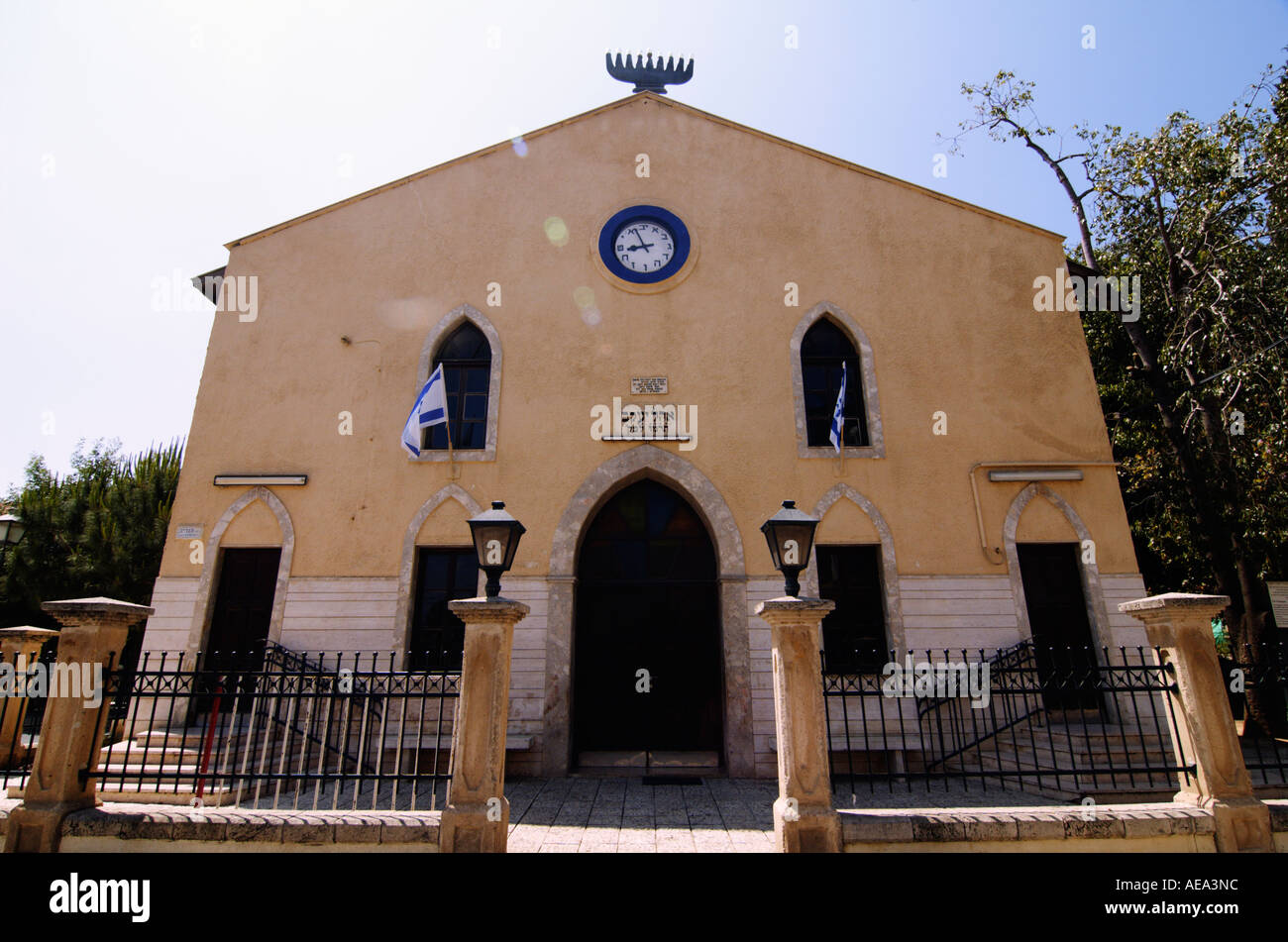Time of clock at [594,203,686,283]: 8:56
